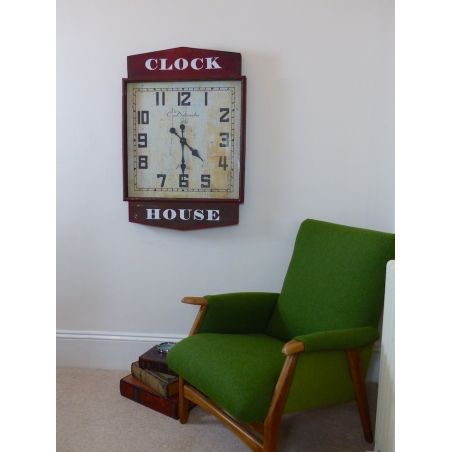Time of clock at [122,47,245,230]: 4:30
